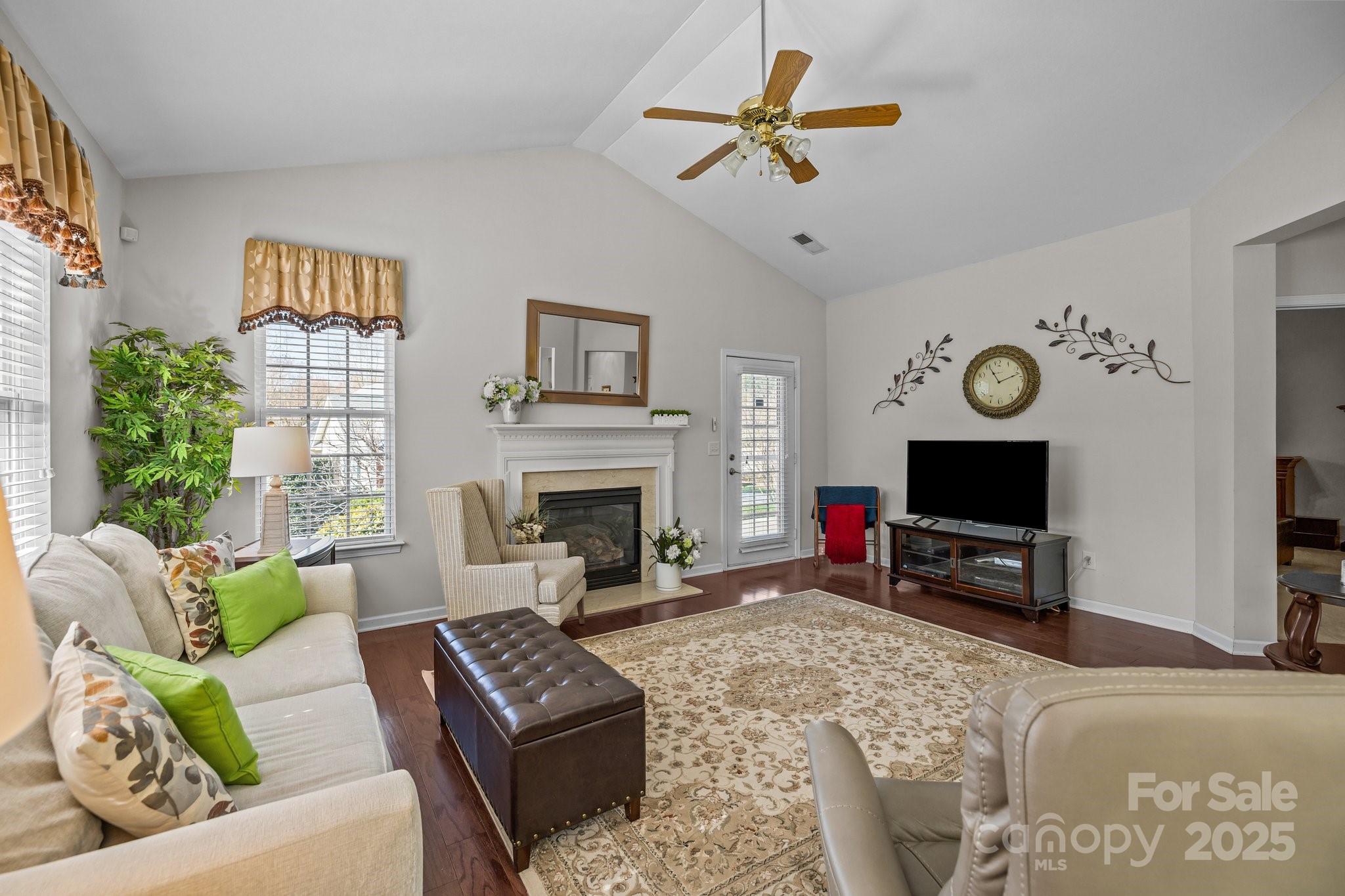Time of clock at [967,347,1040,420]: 11:12
